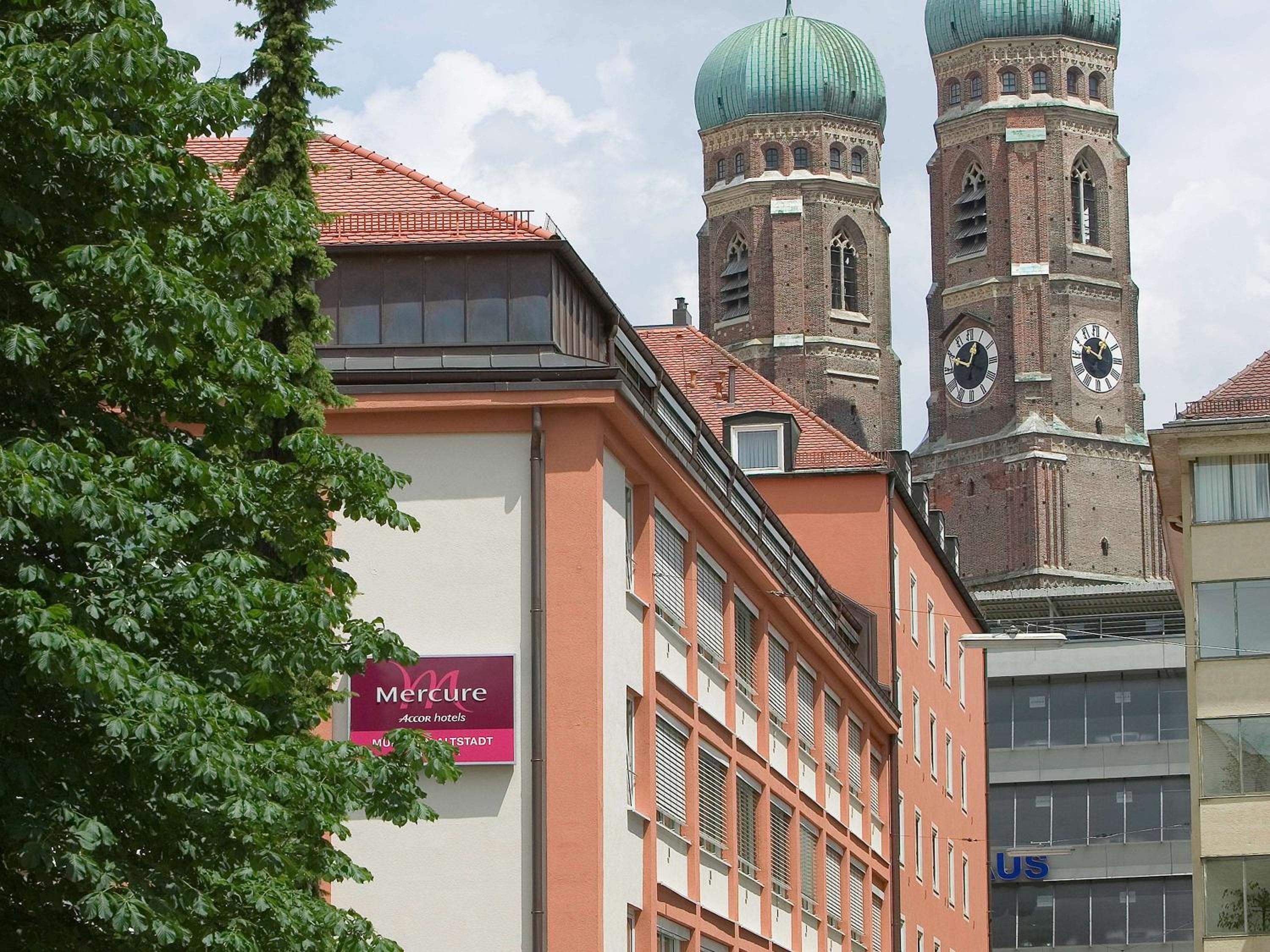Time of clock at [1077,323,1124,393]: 12:49
